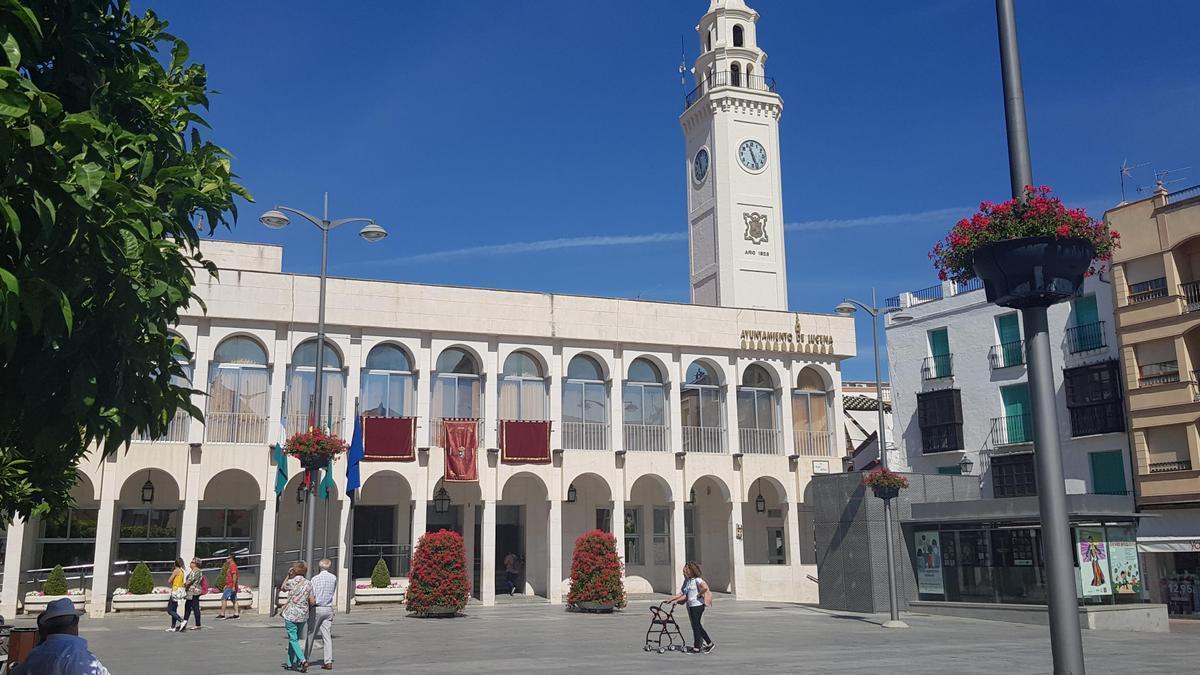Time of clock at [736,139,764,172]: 11:26
